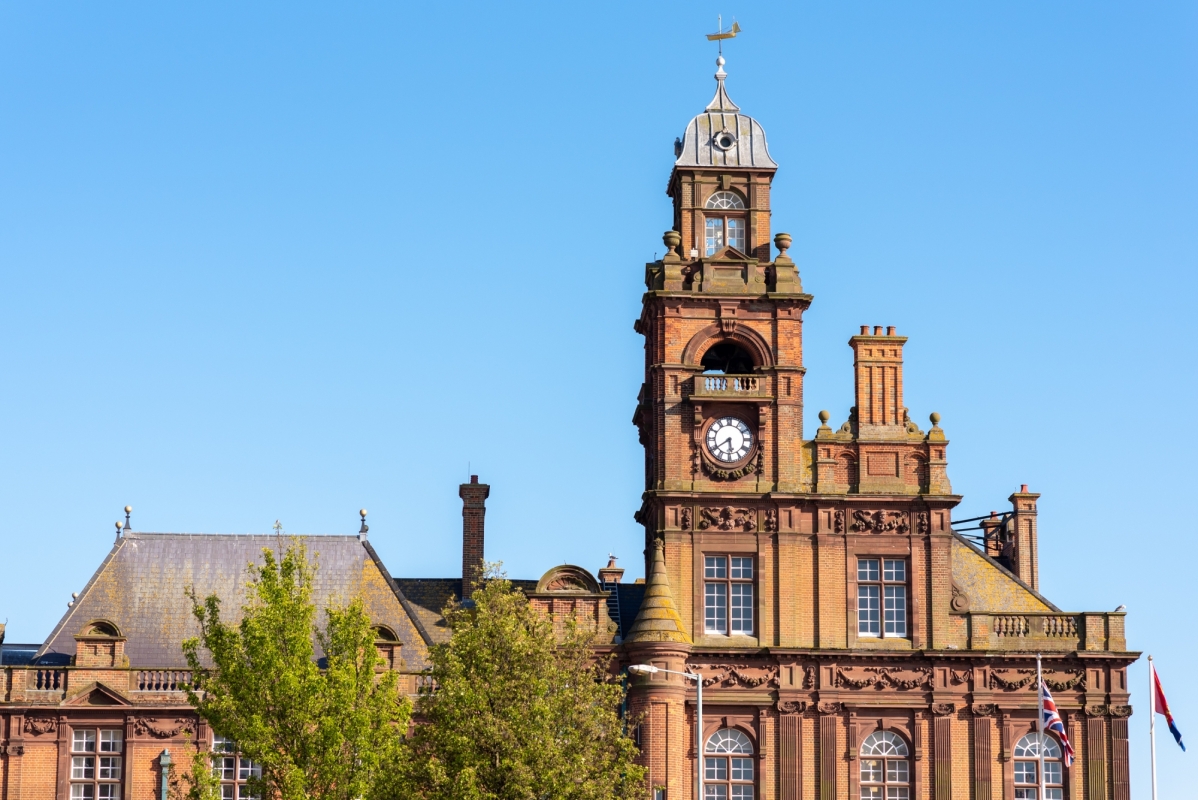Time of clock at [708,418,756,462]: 5:39
